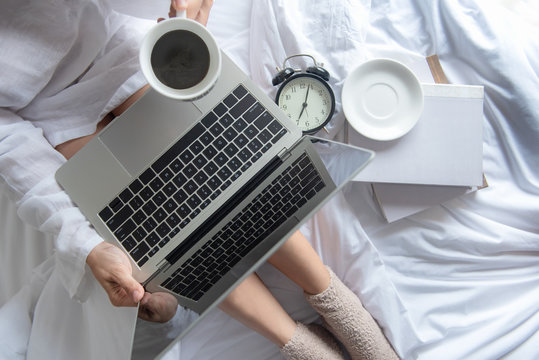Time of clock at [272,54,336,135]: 7:03
